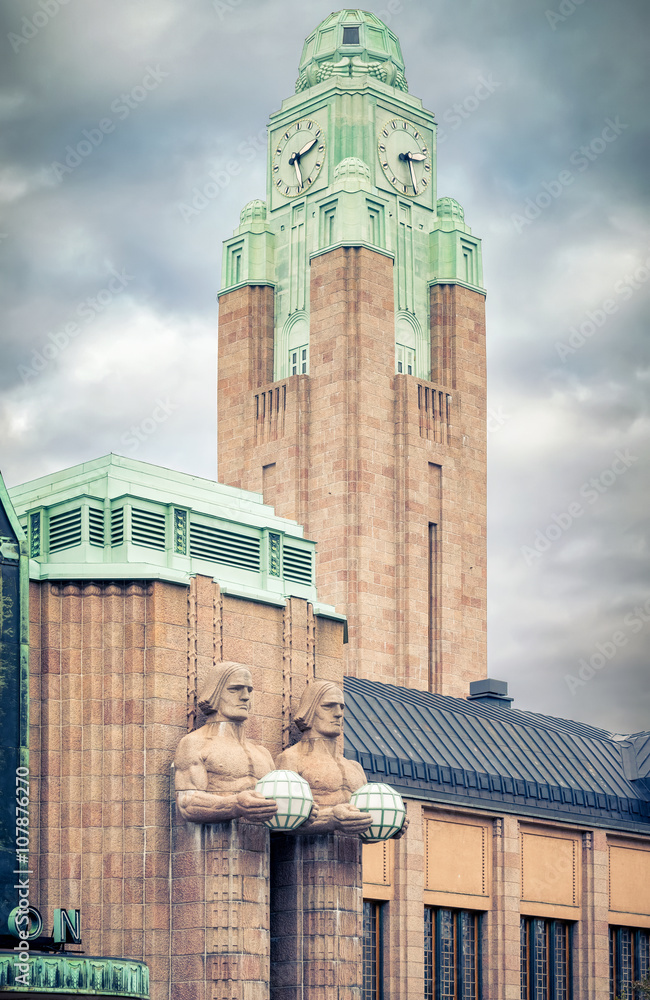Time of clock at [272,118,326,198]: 2:28
